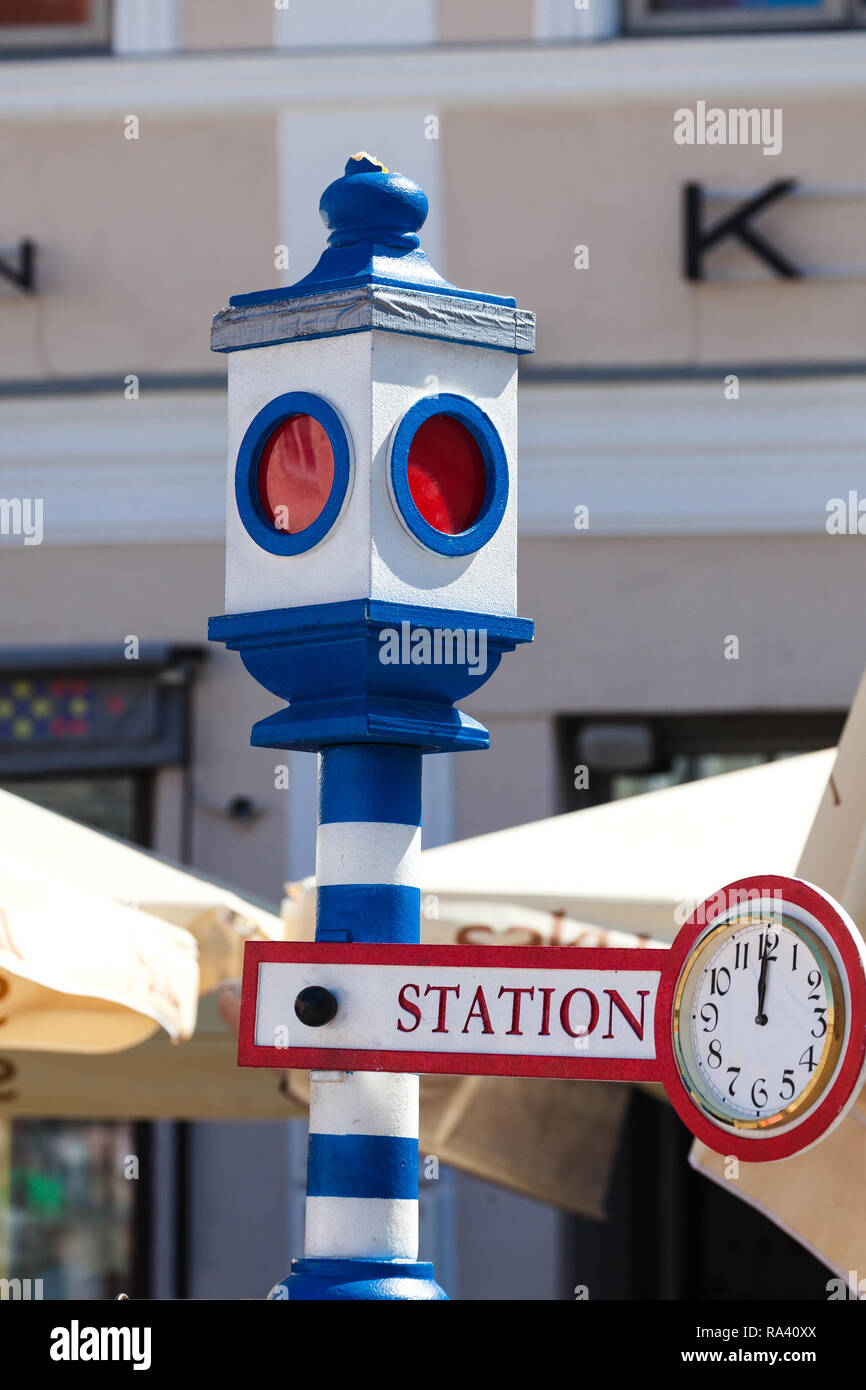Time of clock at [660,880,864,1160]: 11:59
